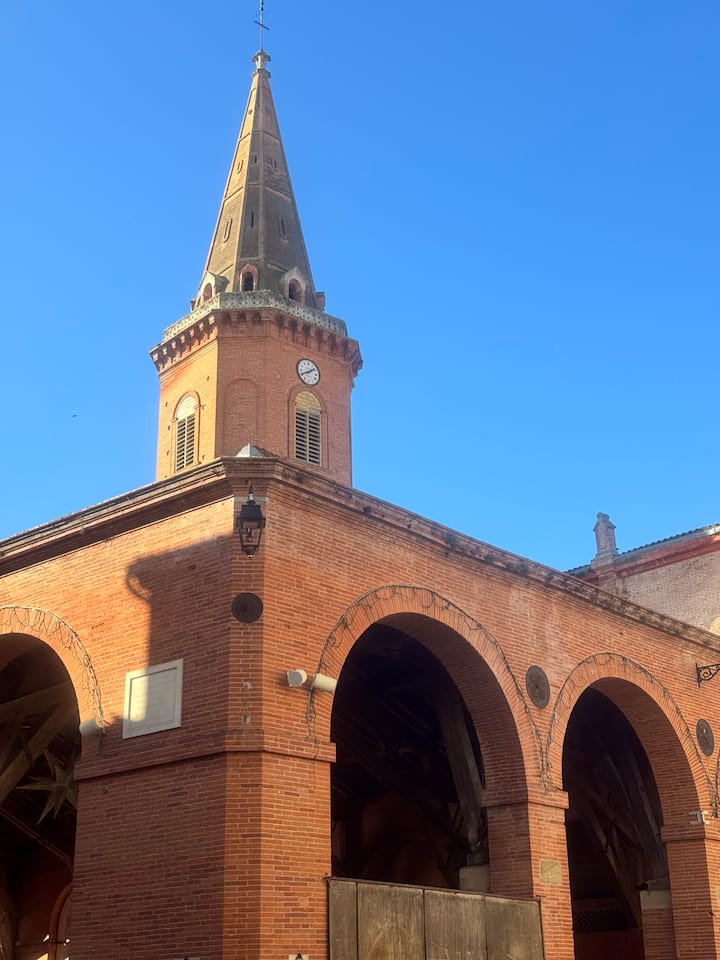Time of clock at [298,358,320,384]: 1:41
